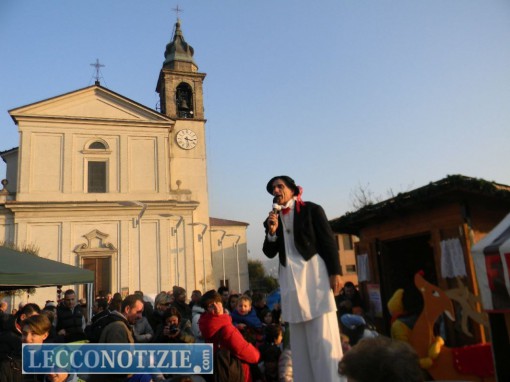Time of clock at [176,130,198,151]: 3:28
